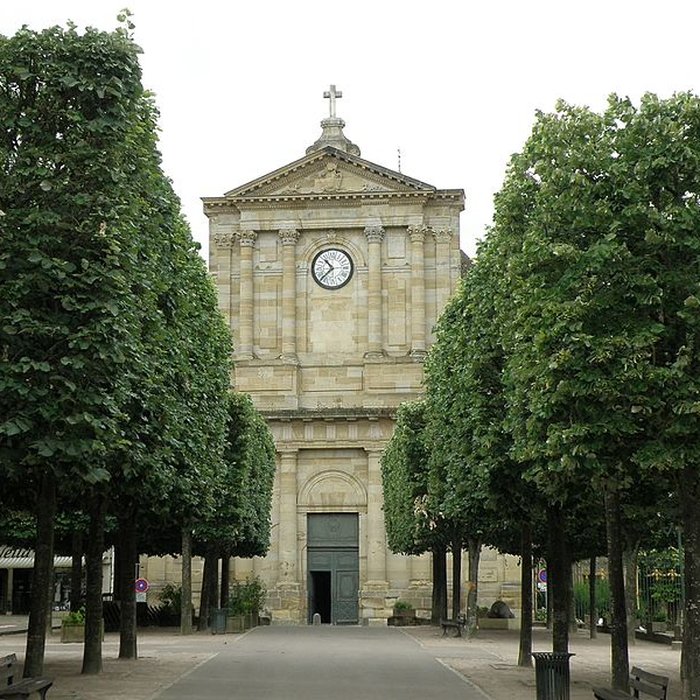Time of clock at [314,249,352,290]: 10:37
